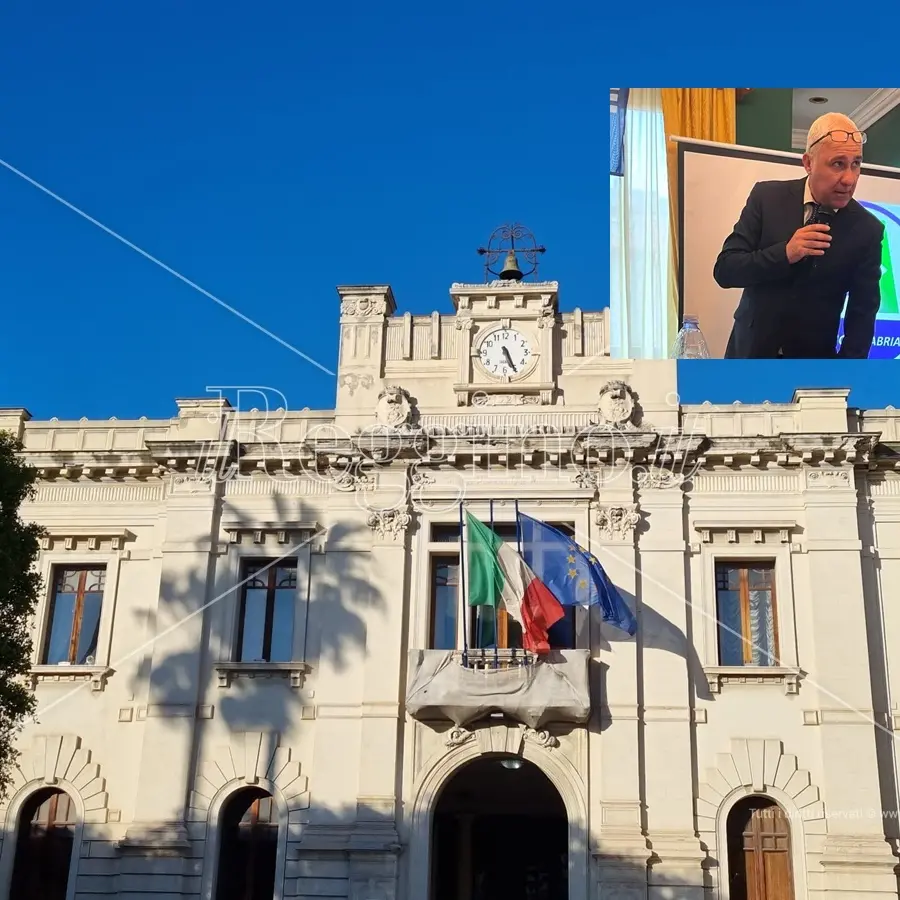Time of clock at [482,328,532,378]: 5:26
